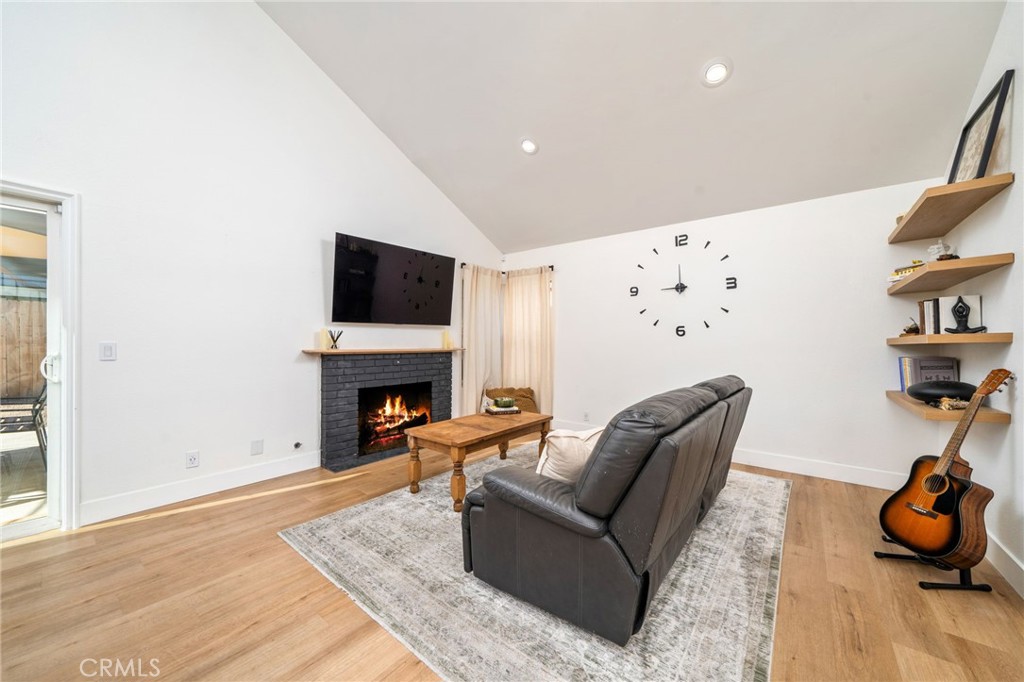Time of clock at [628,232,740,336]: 8:59
